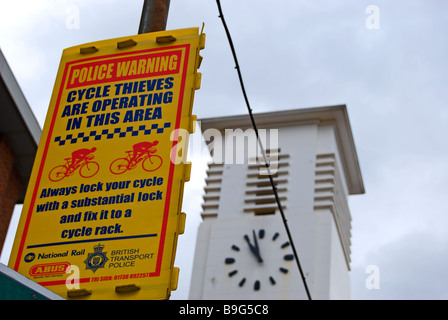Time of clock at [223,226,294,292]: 10:57
